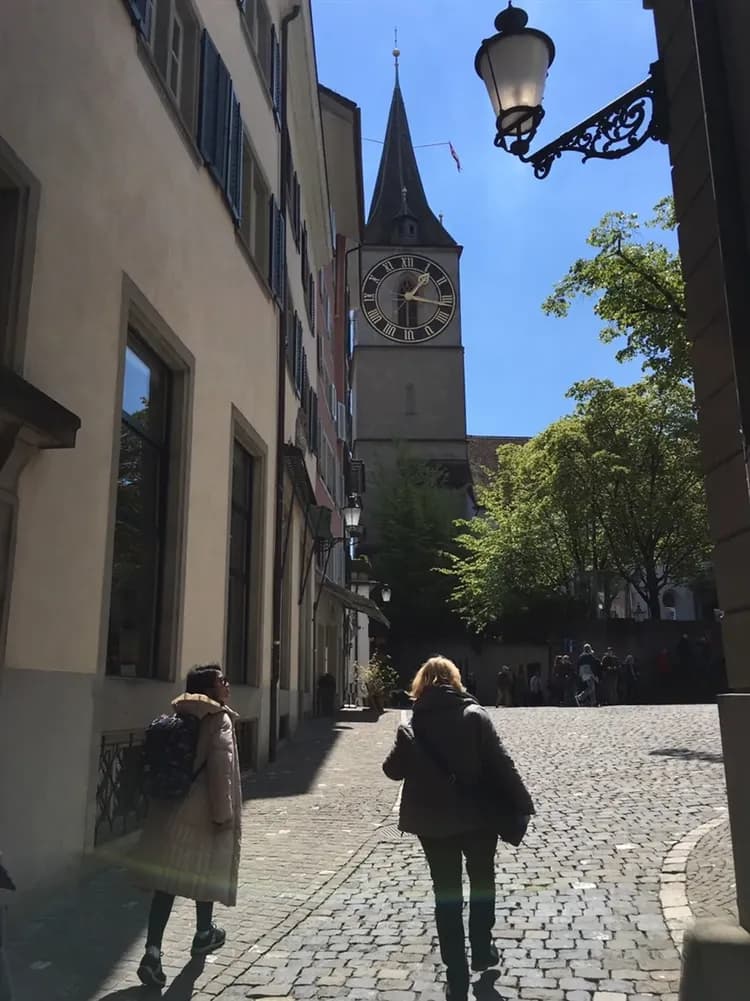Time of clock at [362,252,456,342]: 1:16
